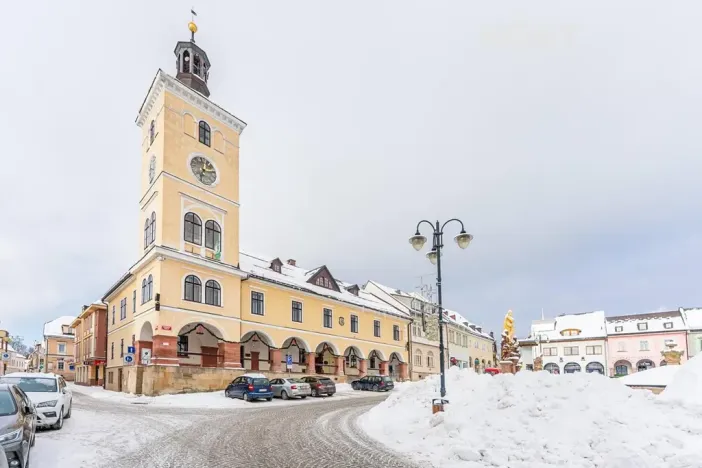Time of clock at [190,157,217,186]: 7:15
